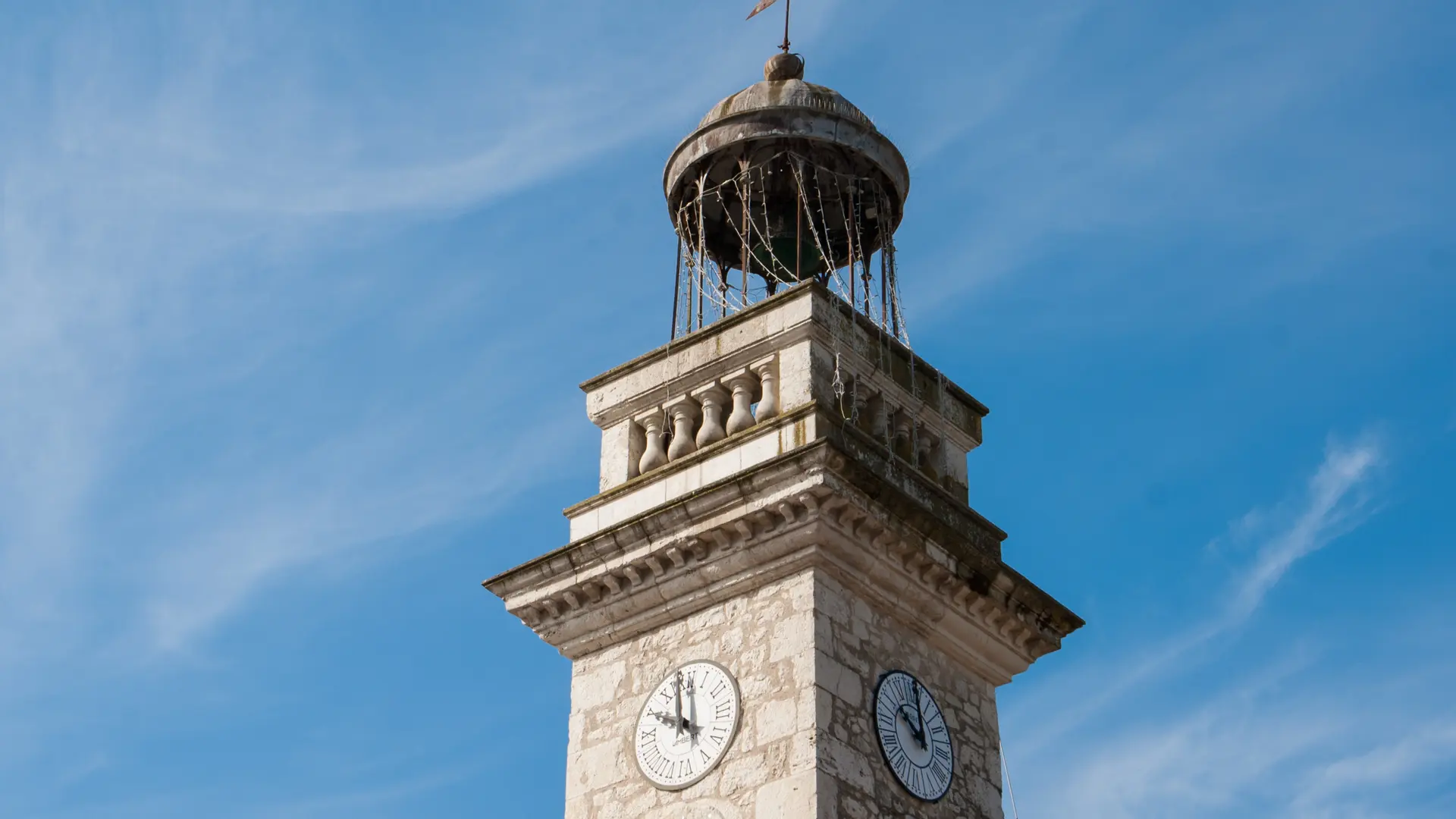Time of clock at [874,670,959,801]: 10:00
